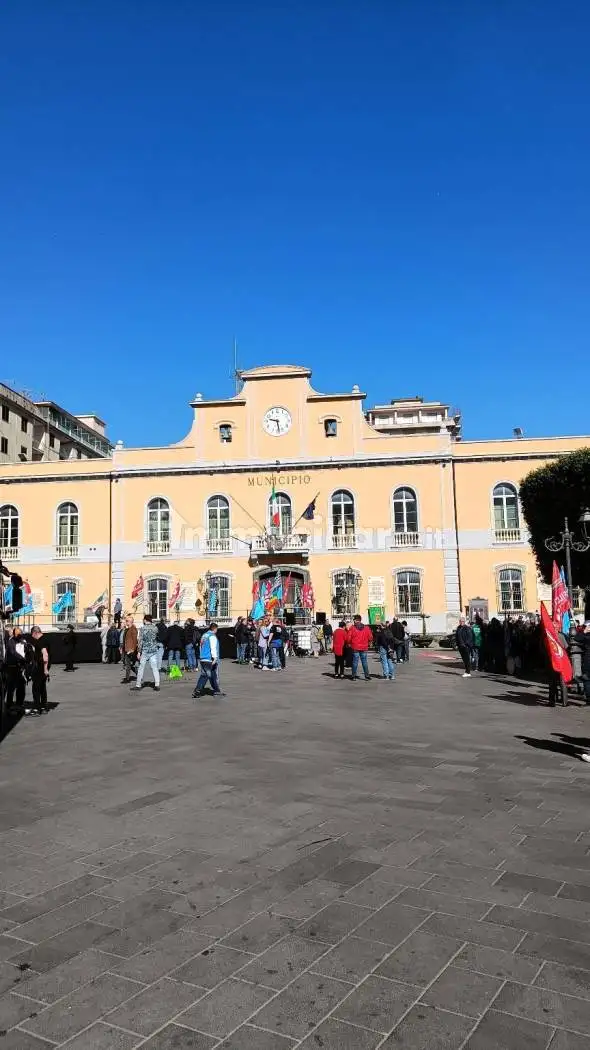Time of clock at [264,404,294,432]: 9:28
